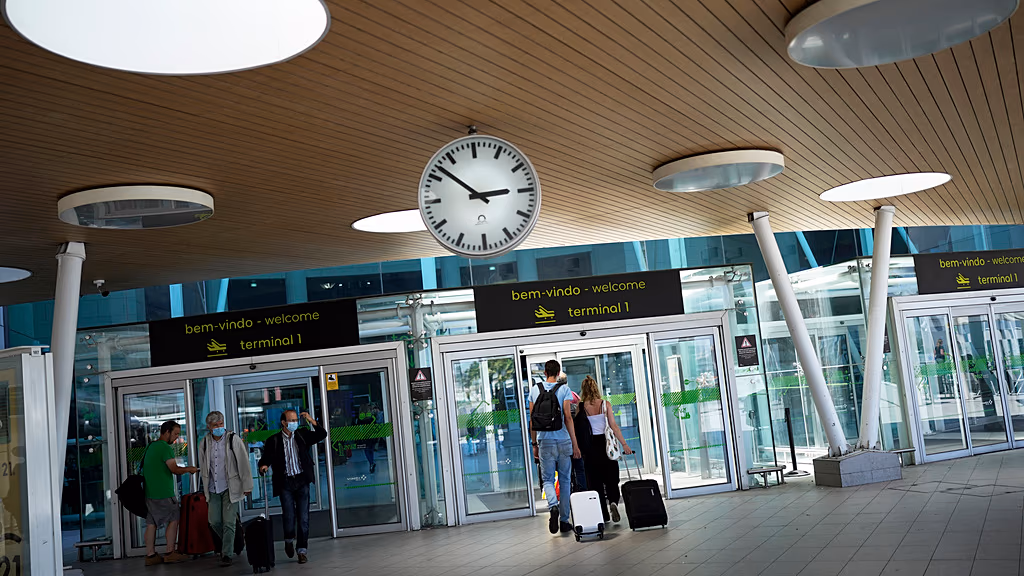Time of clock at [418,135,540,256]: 2:52
